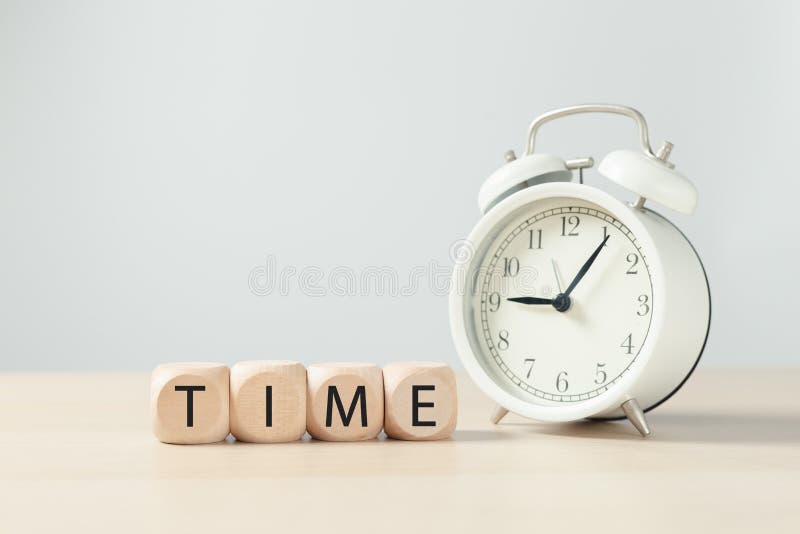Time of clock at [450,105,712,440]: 9:05
